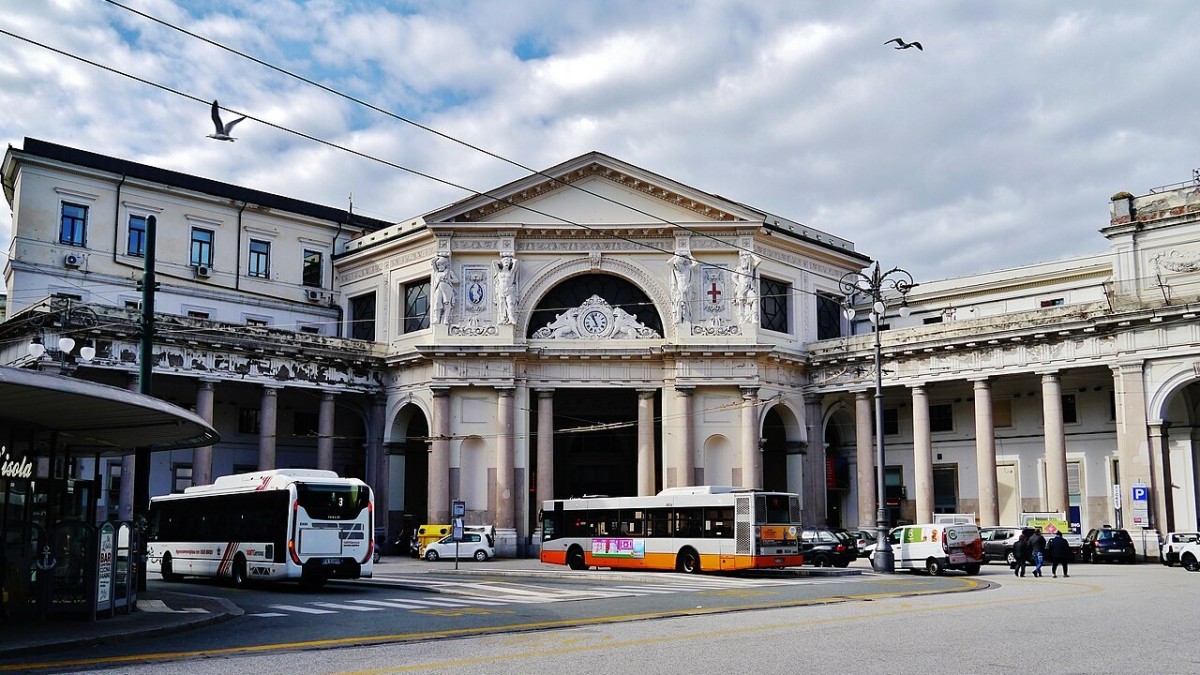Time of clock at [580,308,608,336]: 10:56
